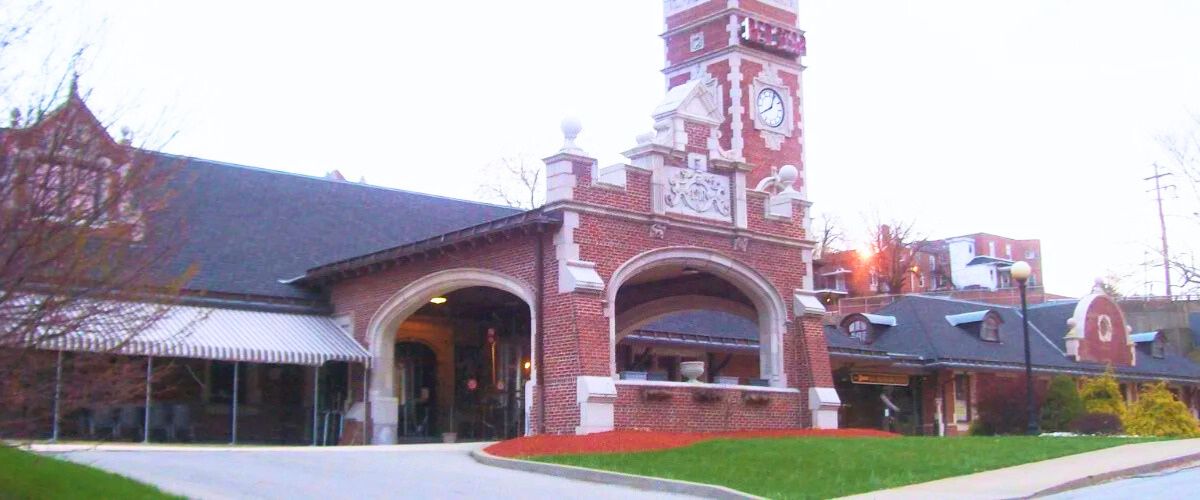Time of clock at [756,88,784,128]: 8:03
